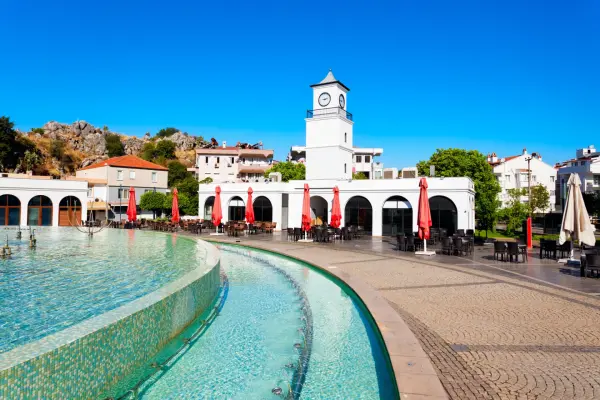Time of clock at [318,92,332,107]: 9:12
